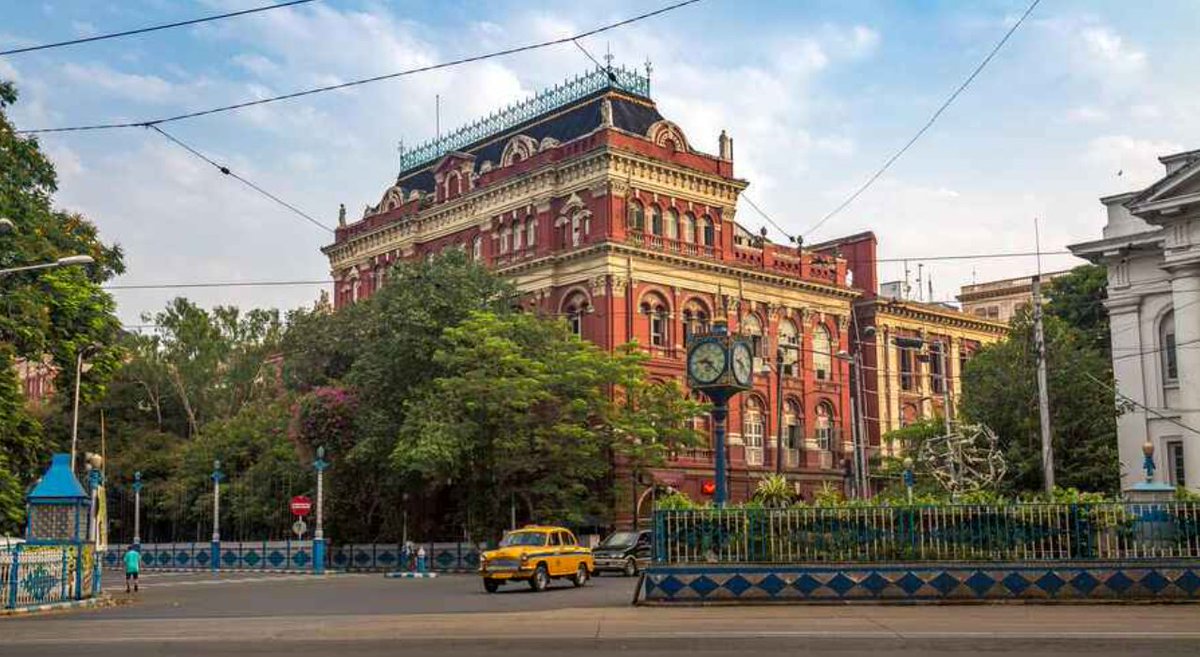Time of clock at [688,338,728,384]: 9:22
